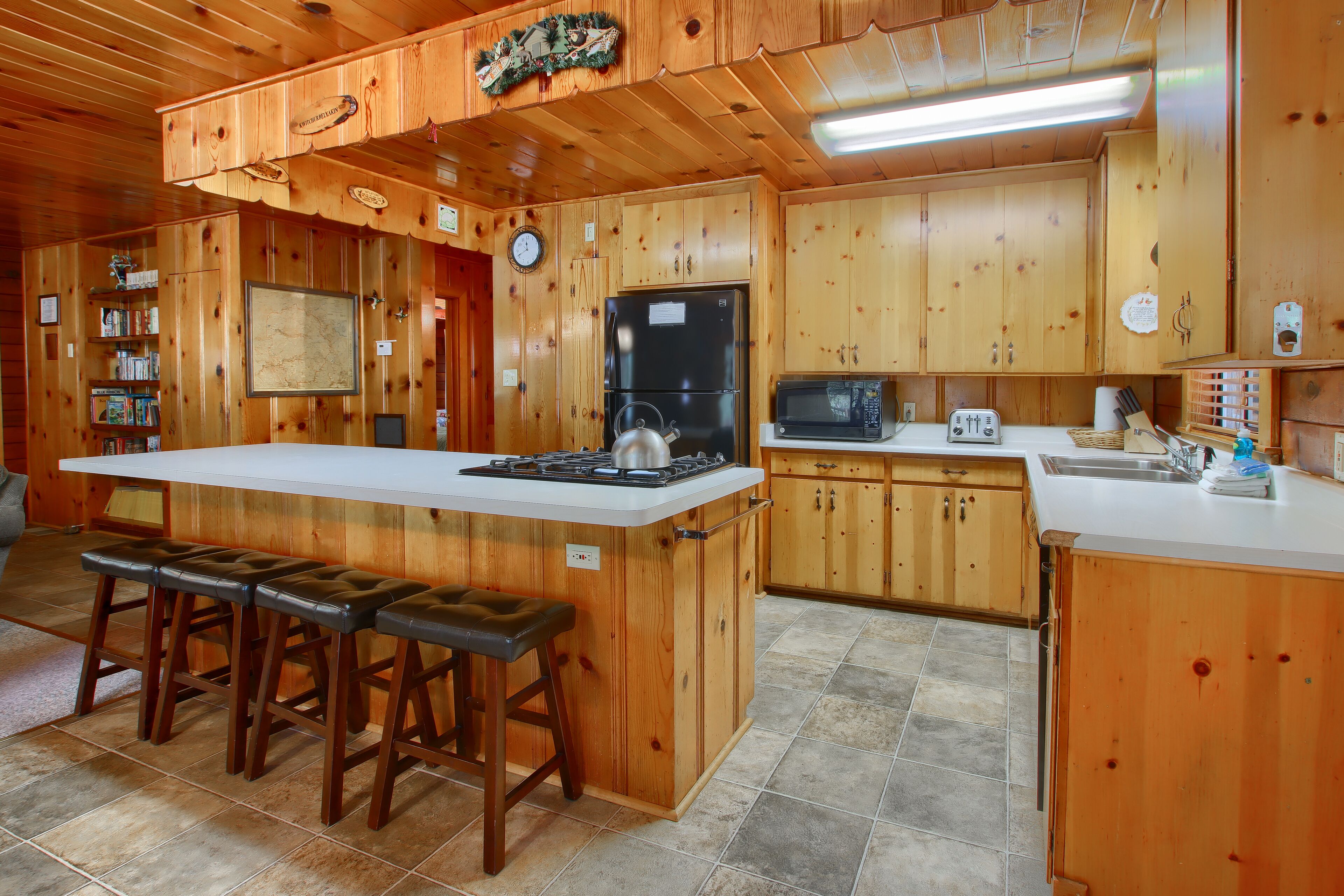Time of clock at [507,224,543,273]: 11:41
